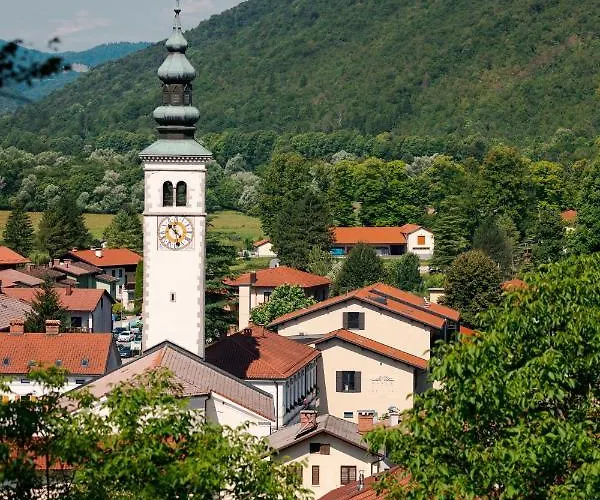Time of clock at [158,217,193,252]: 10:28
